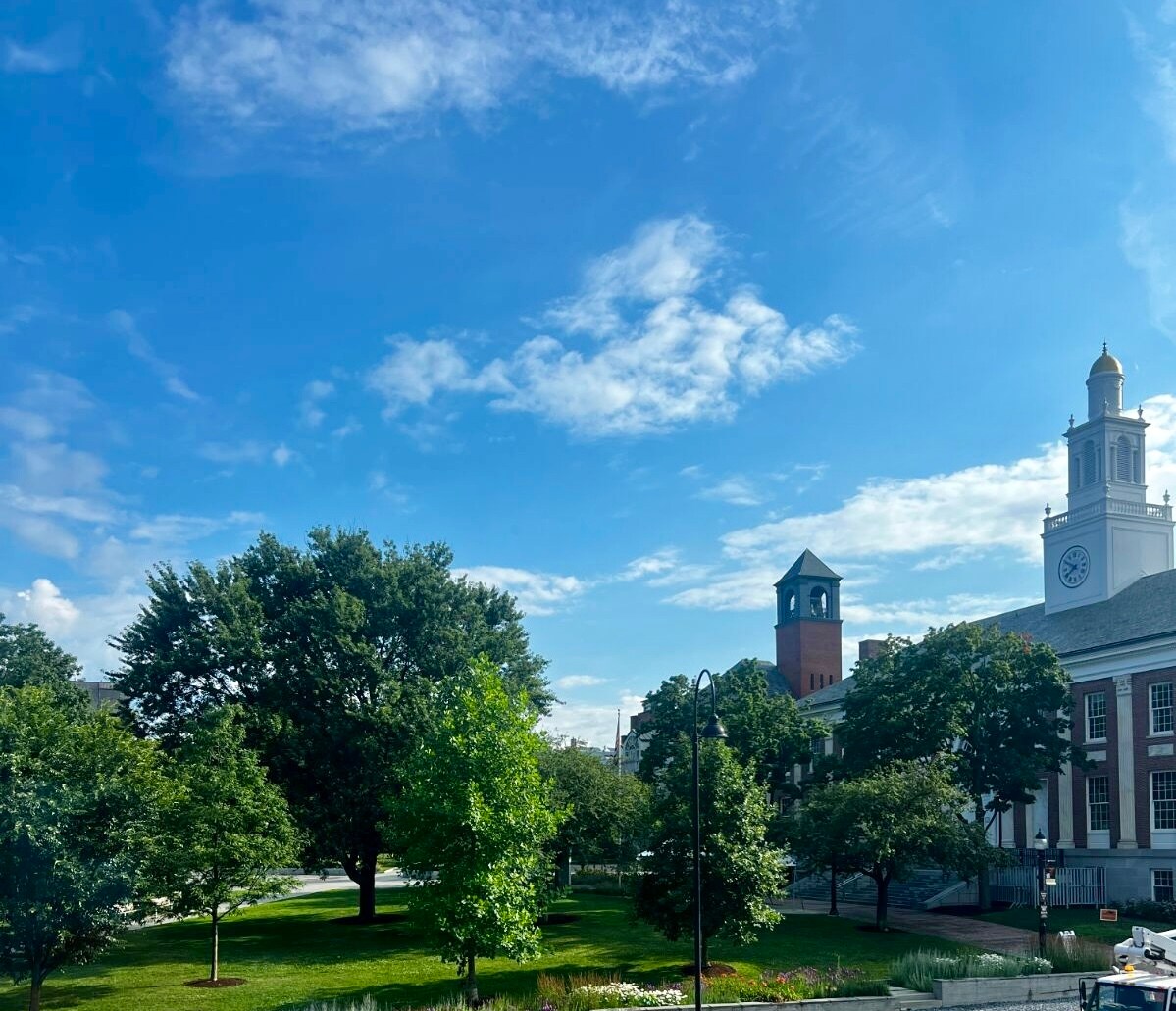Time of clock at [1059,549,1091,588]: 7:49
